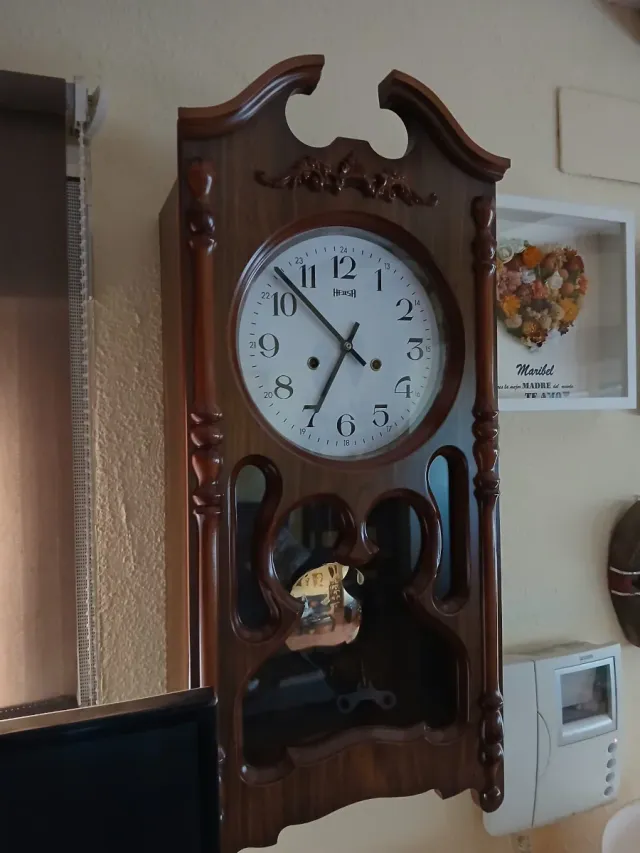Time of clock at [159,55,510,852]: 6:52
